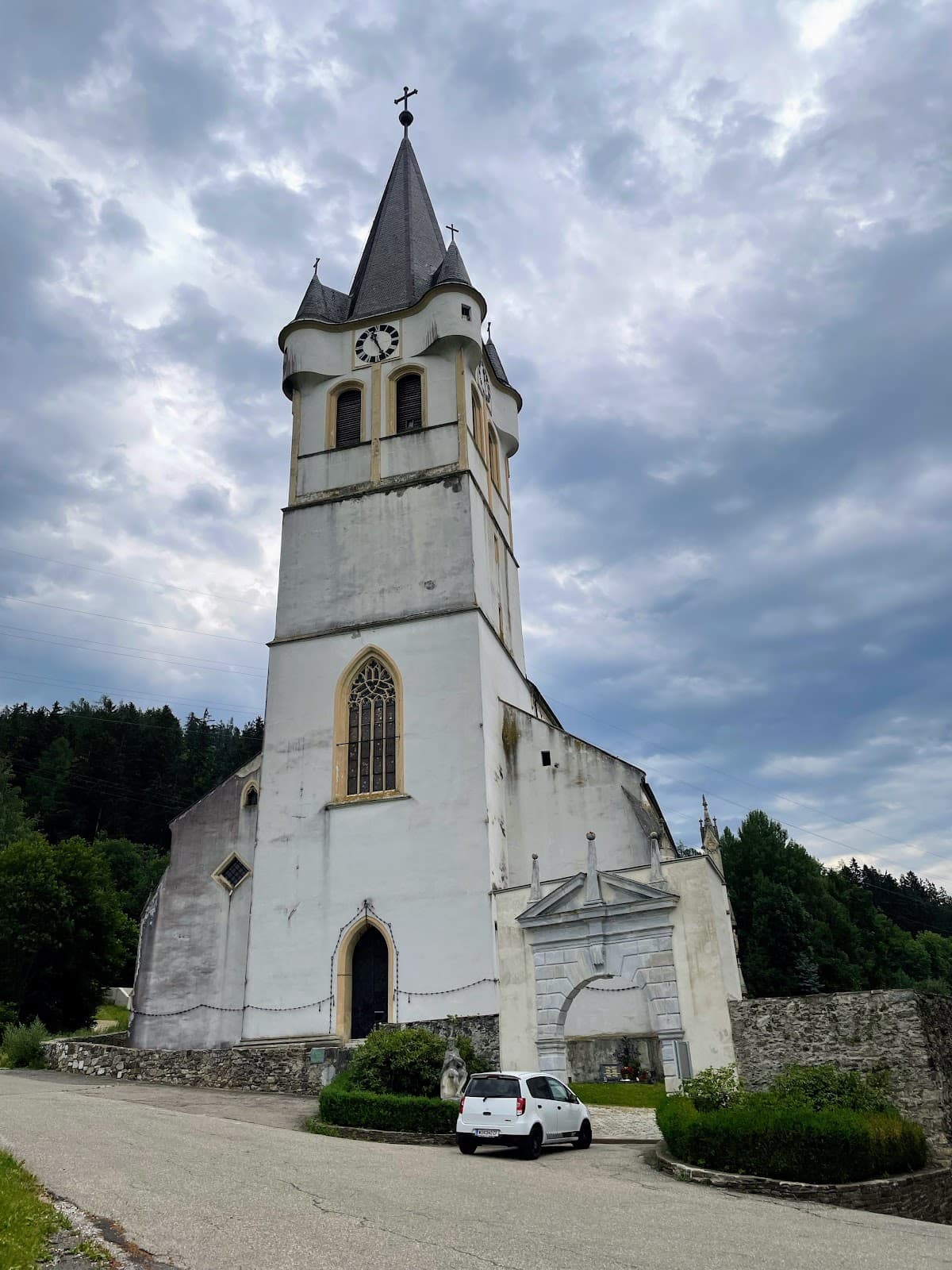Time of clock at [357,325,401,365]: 11:25
